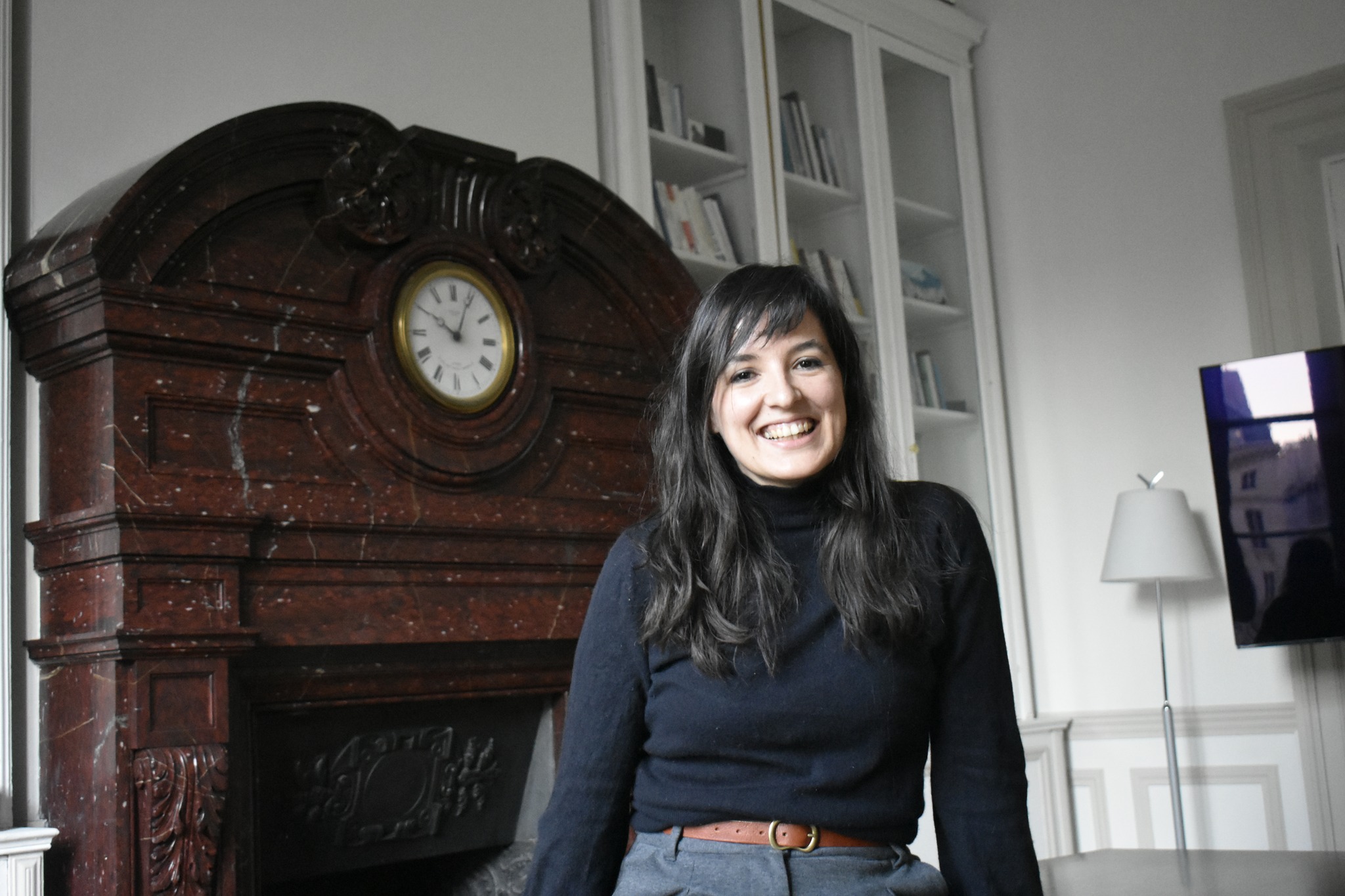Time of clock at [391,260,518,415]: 10:04
